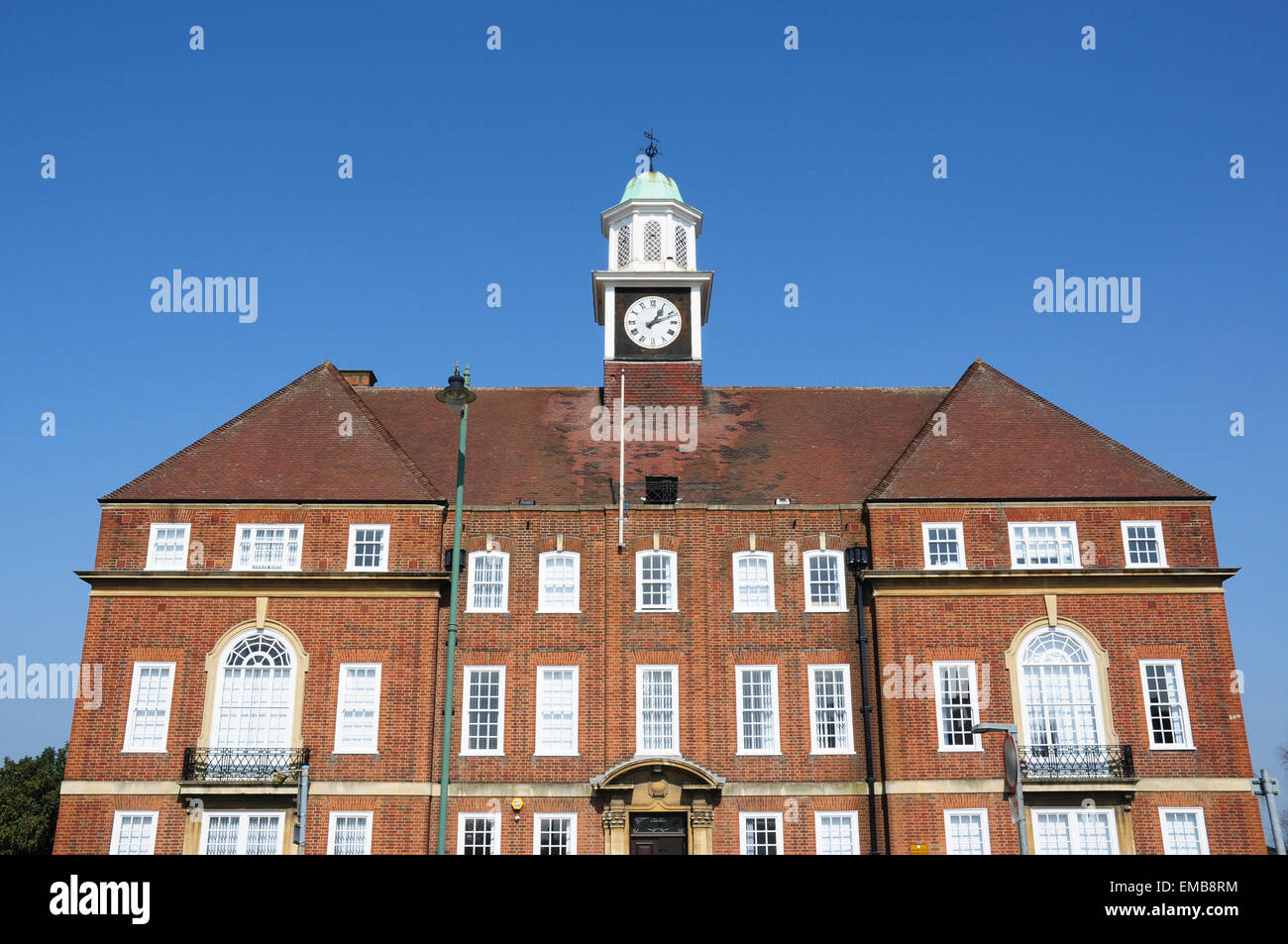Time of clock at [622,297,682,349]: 1:11
